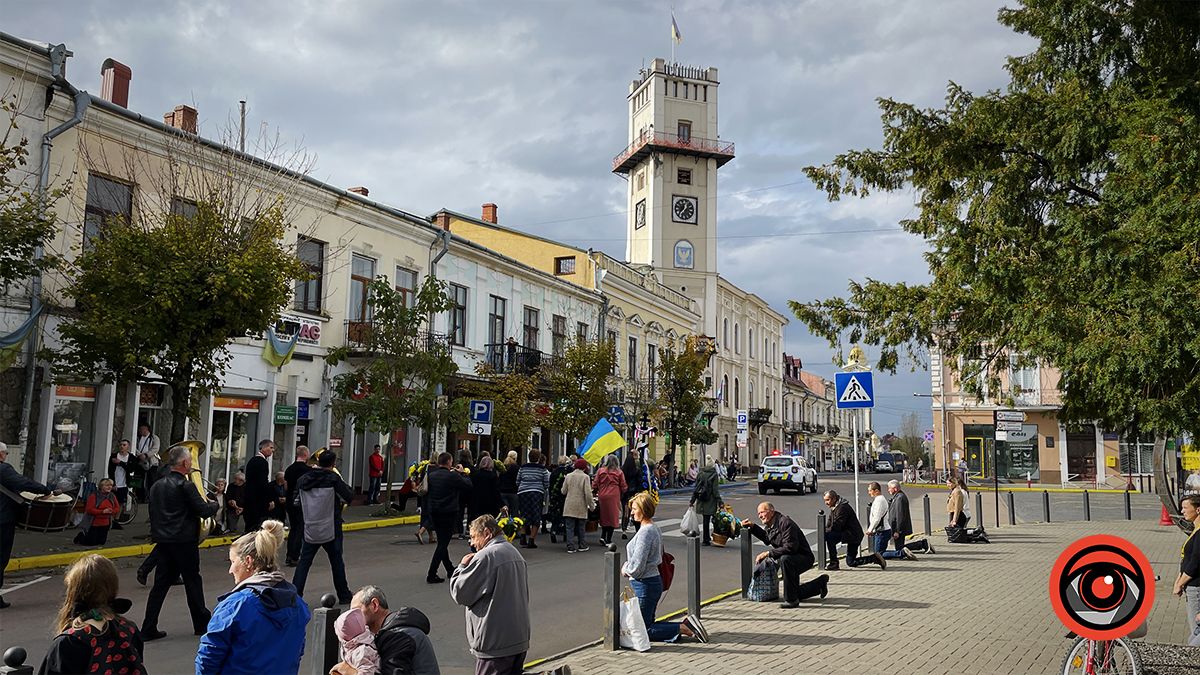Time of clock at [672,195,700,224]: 12:37
